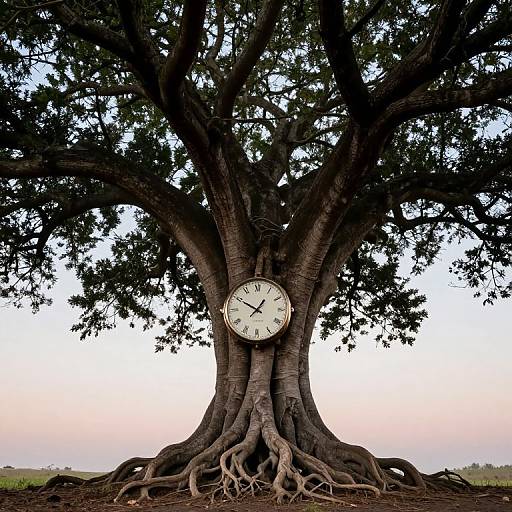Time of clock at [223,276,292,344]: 12:49
